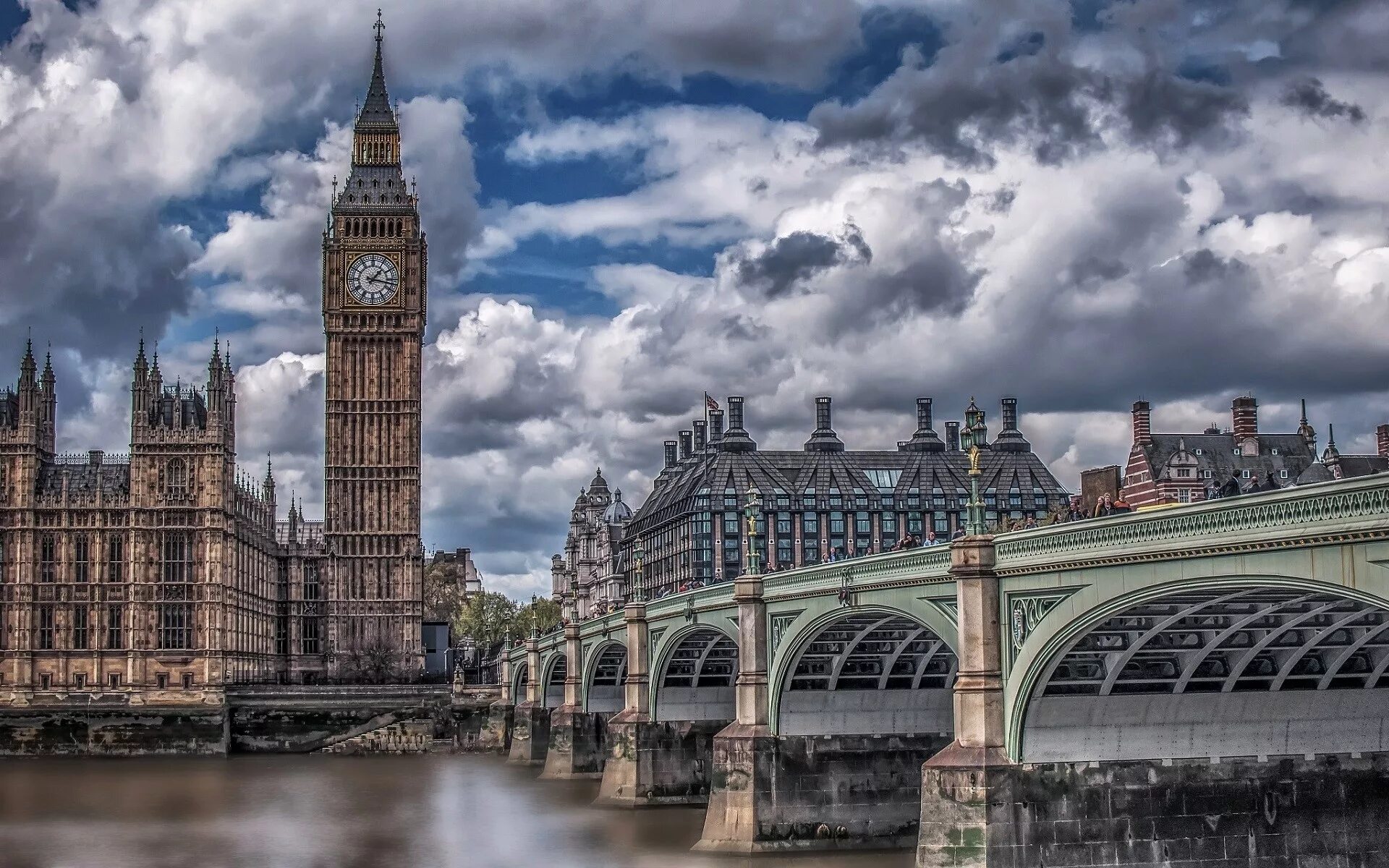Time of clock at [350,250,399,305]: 1:16
